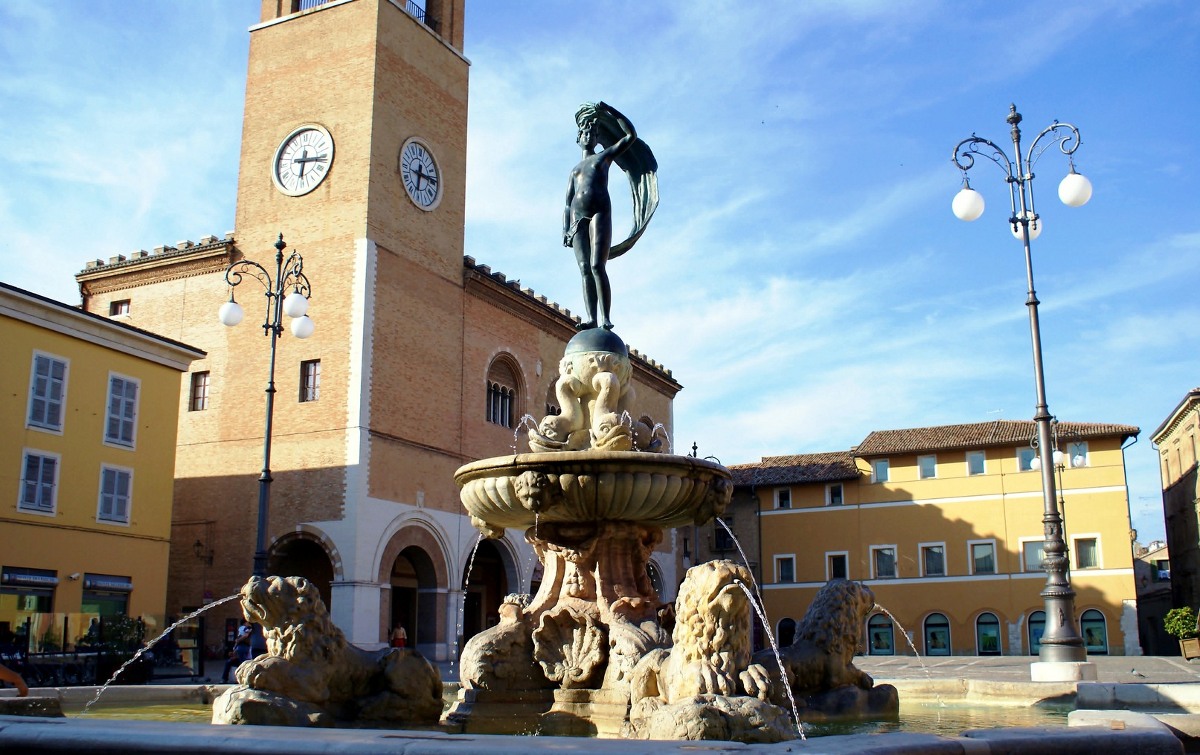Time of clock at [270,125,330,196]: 6:16
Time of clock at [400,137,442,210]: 6:14
